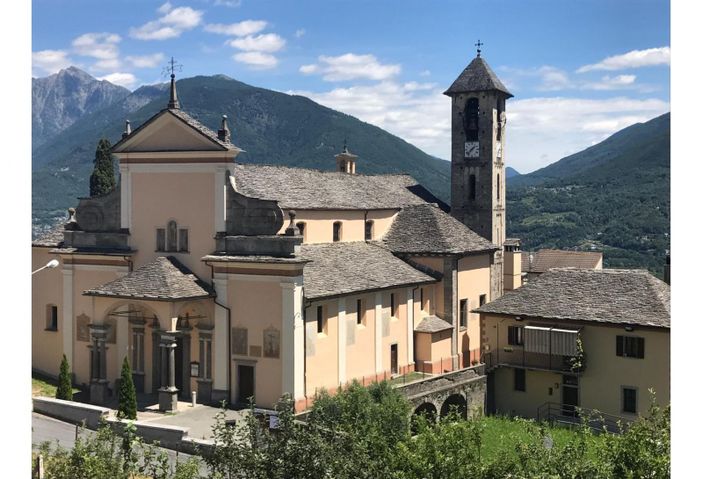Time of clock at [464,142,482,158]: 1:37
